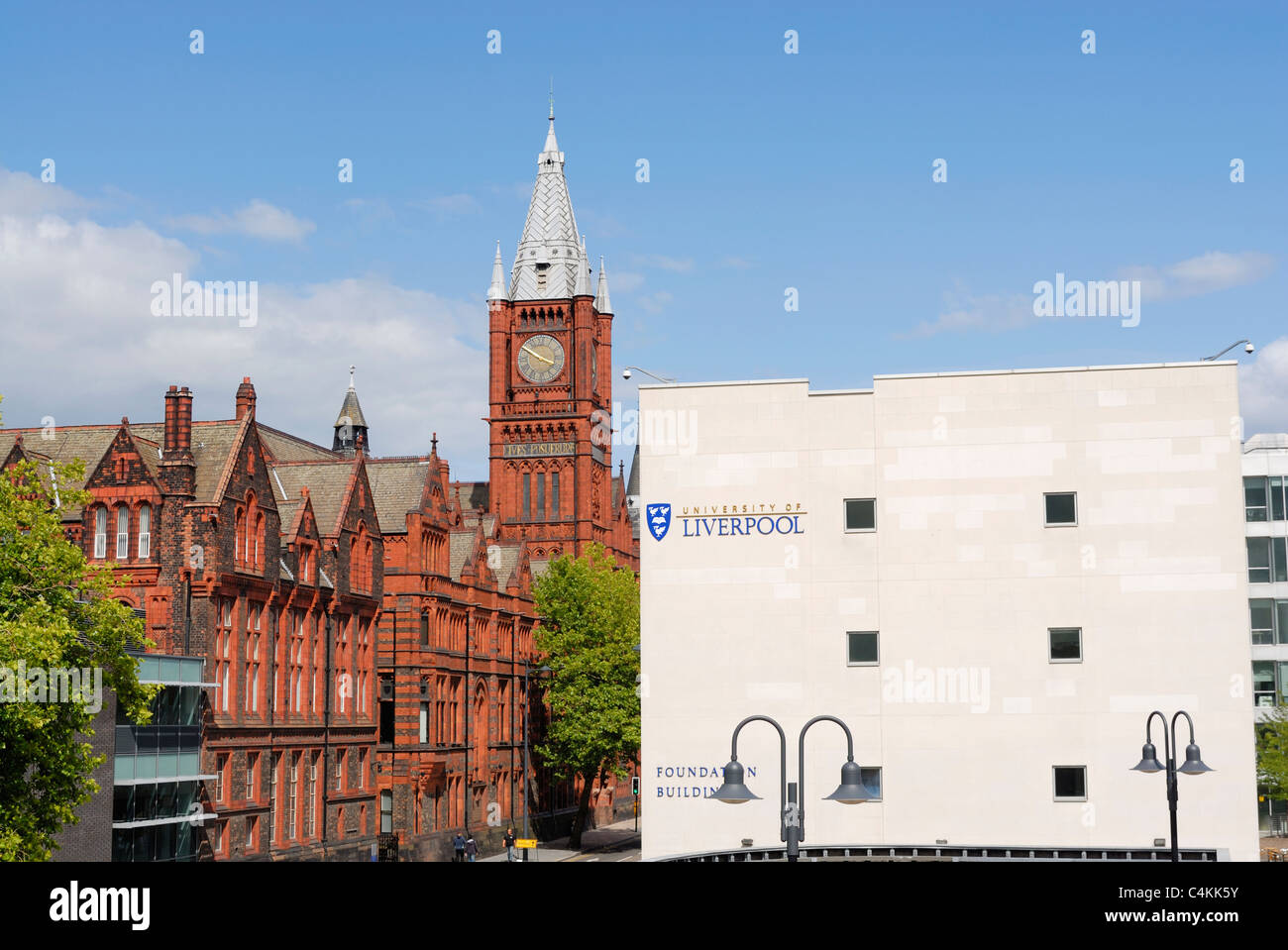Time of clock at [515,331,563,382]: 3:50
